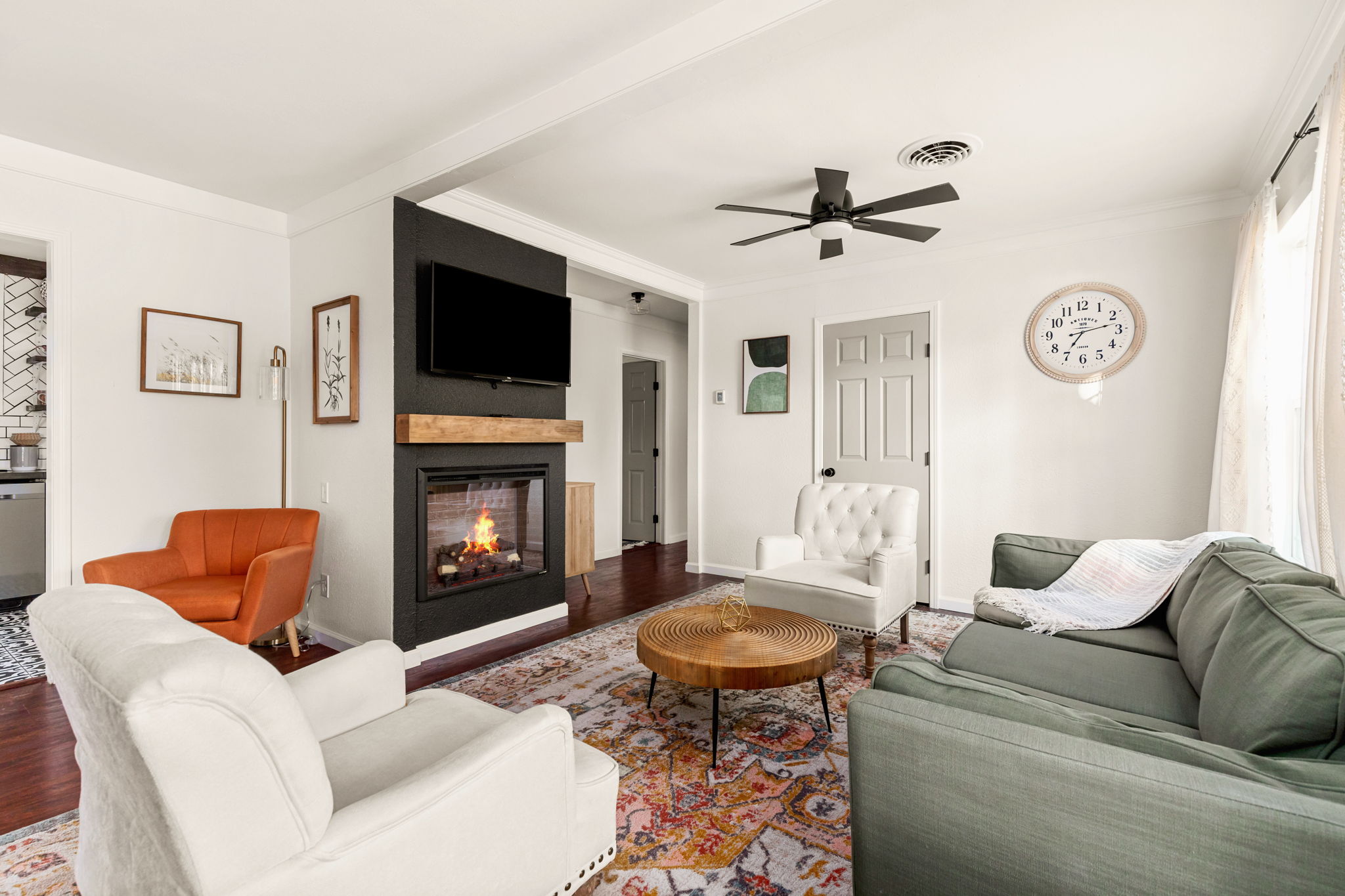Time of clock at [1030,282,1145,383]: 7:12
